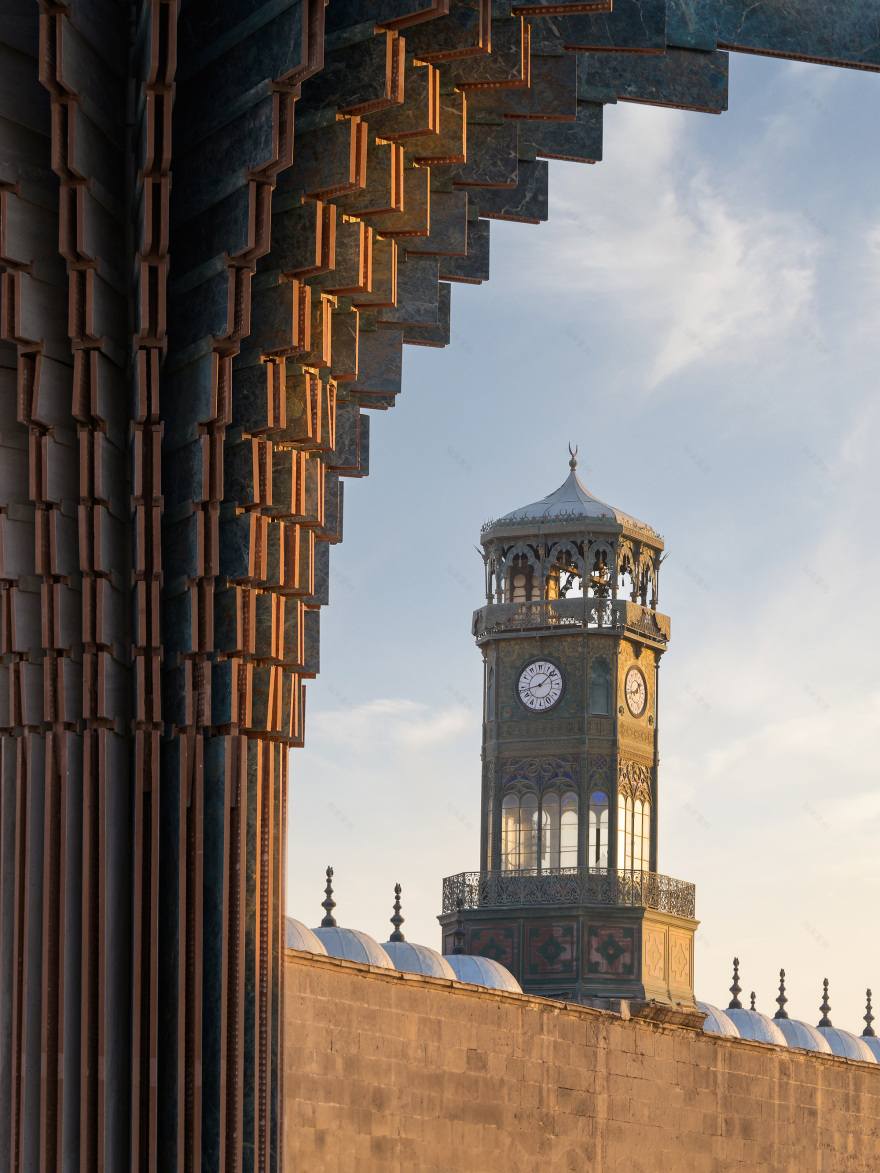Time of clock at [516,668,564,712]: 1:43
